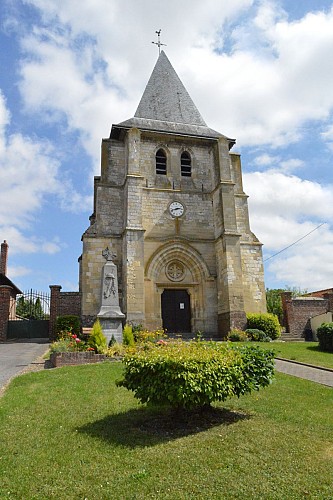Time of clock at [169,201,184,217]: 2:42
